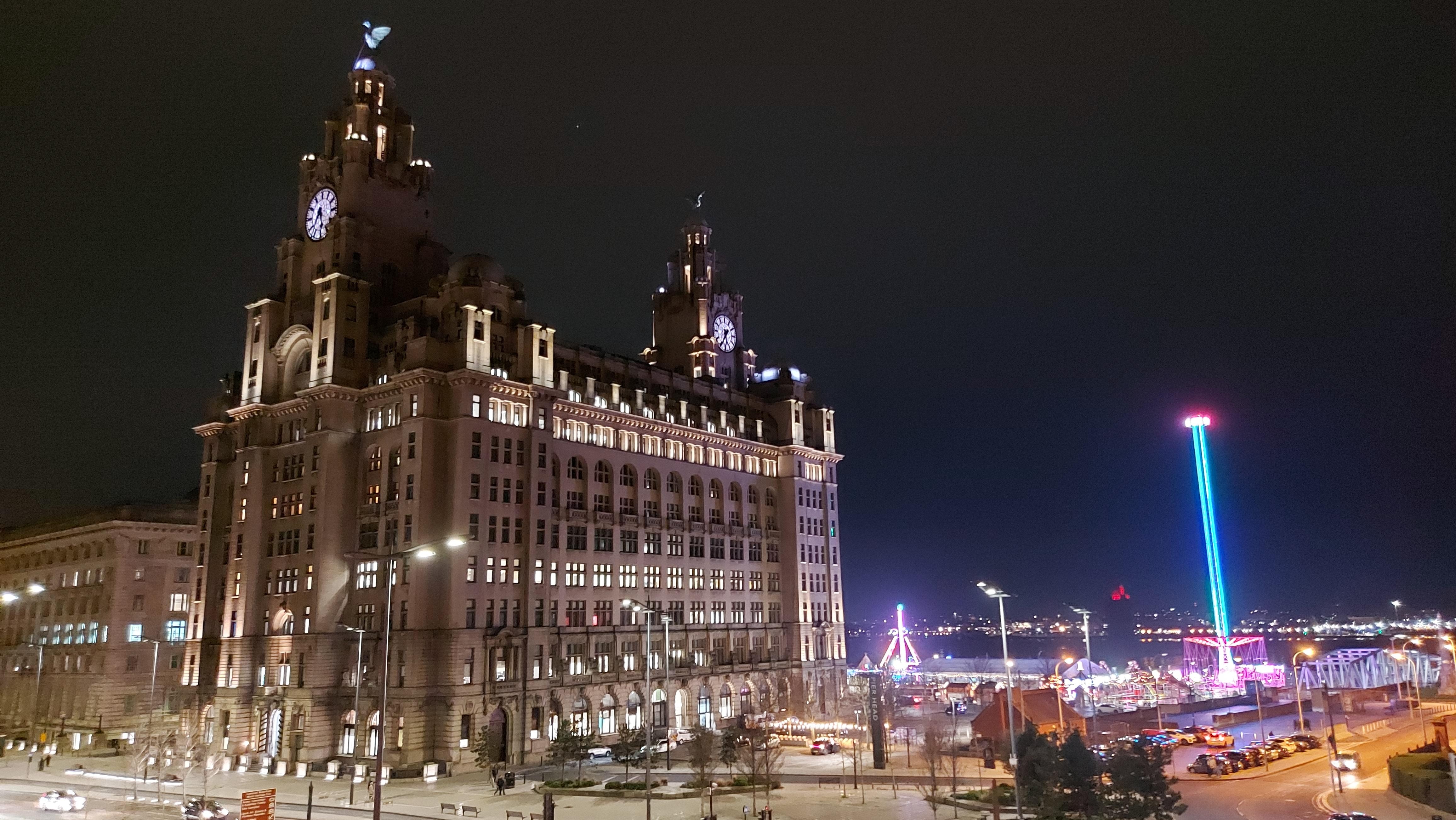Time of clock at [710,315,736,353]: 5:35
